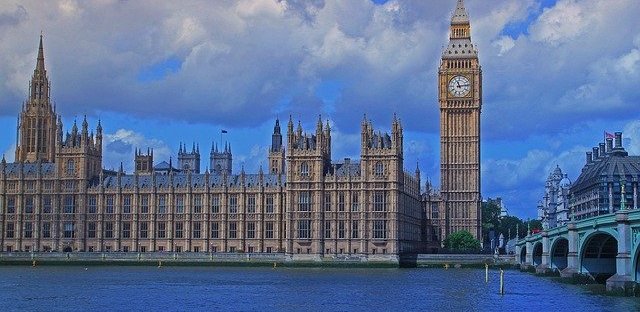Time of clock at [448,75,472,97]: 11:13
